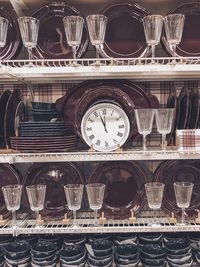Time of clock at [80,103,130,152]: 11:56
